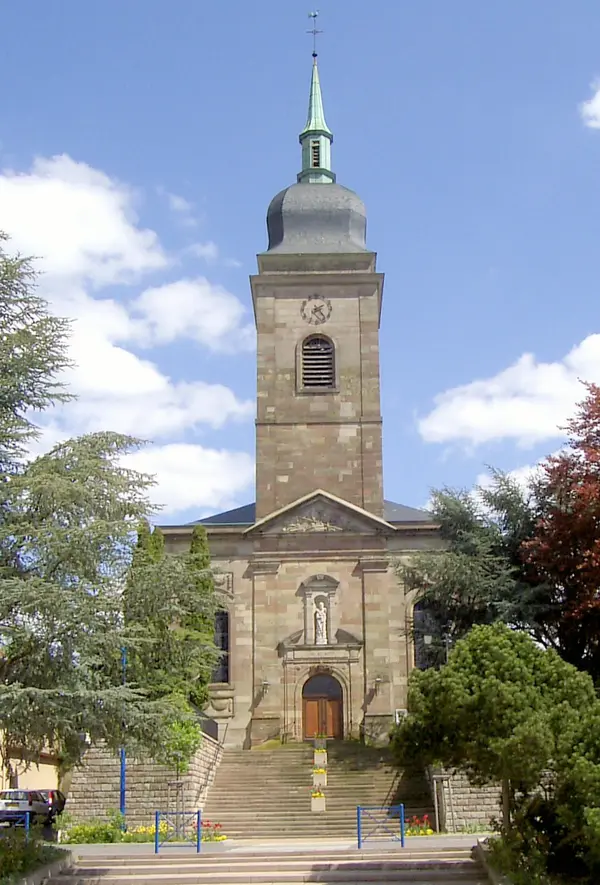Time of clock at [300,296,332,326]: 2:23
